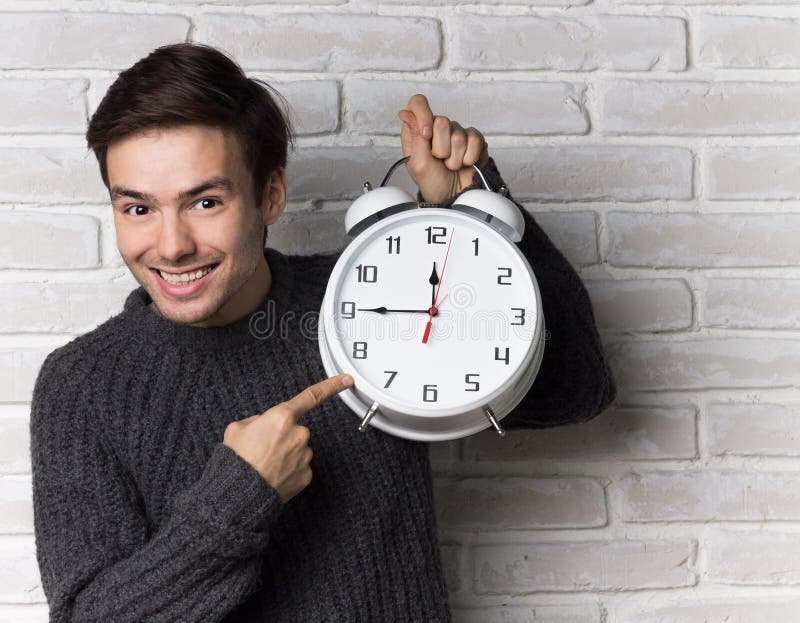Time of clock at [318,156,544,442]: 11:45
